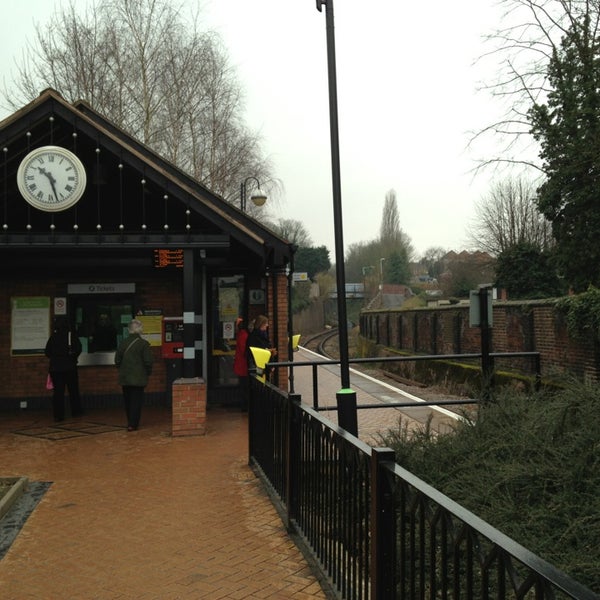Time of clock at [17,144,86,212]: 10:27
